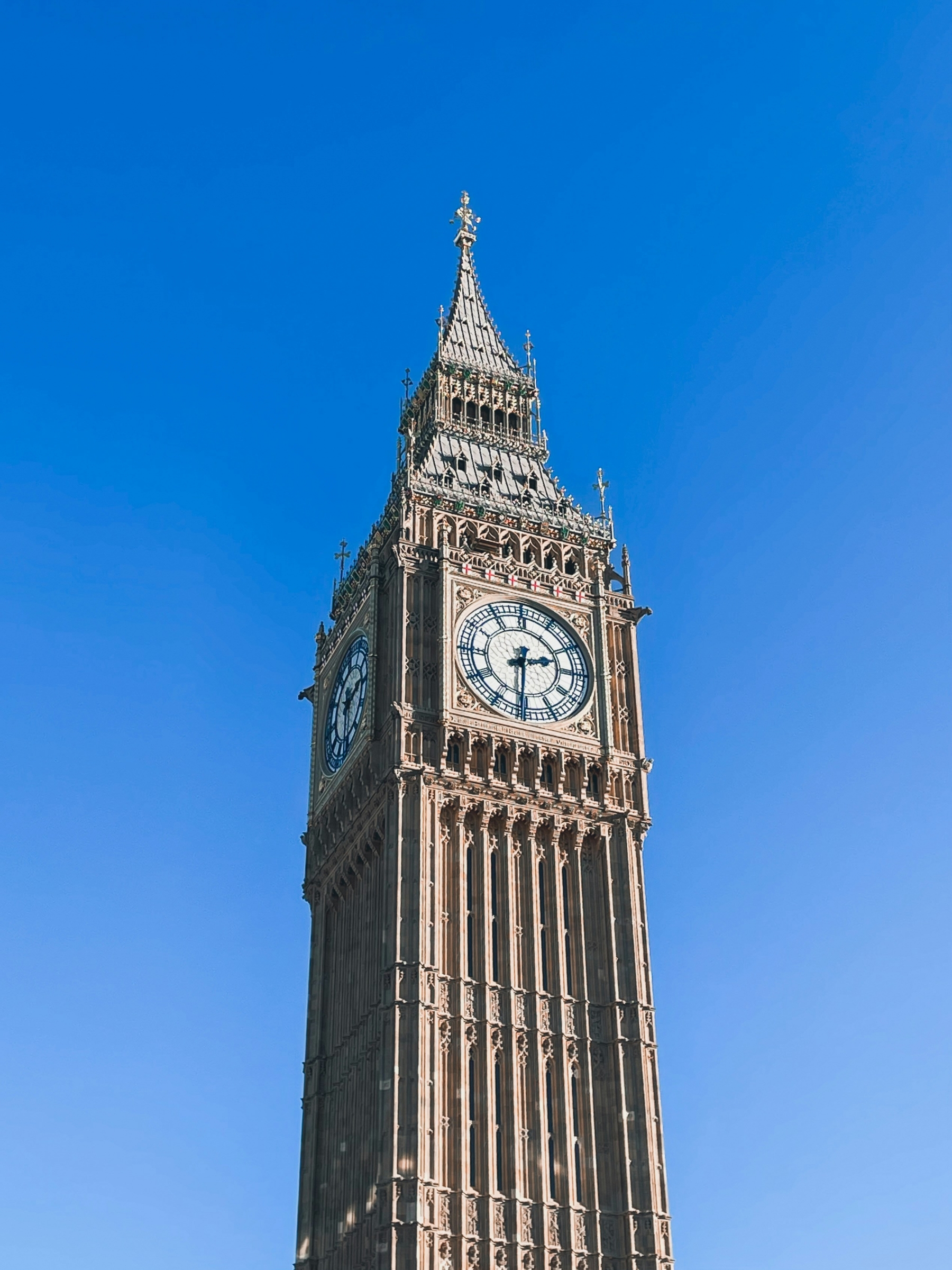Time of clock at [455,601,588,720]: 2:30
